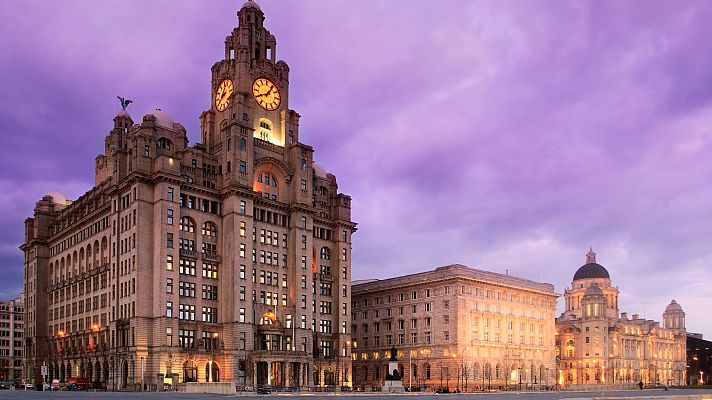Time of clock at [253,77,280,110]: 8:06
